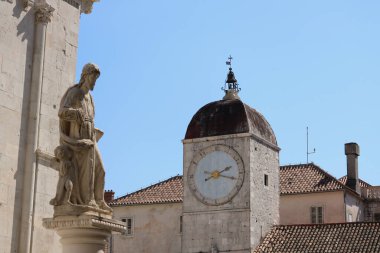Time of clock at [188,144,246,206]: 2:17
